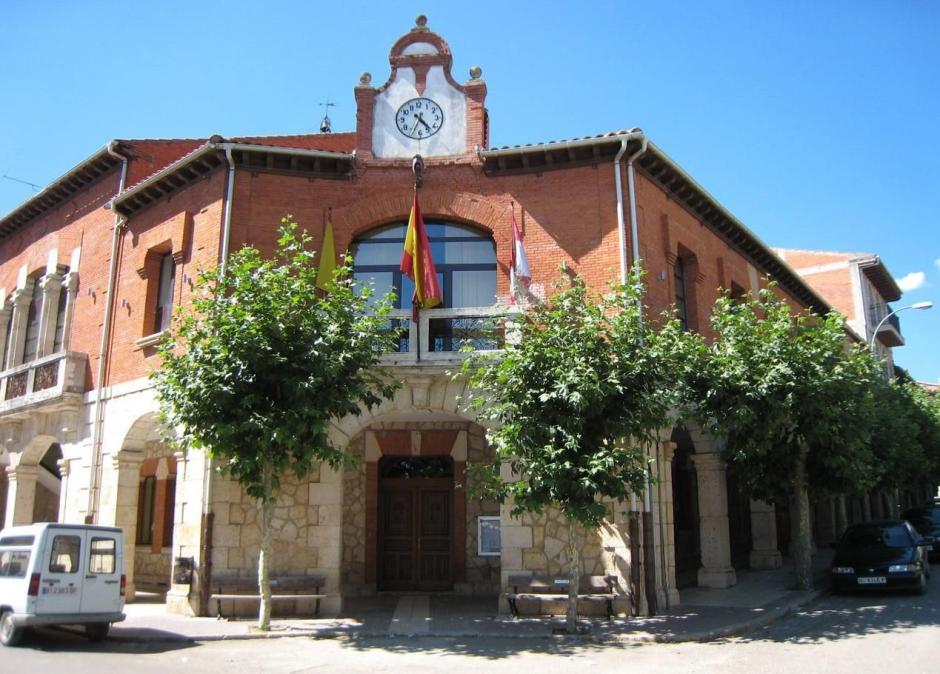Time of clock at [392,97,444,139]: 4:34
